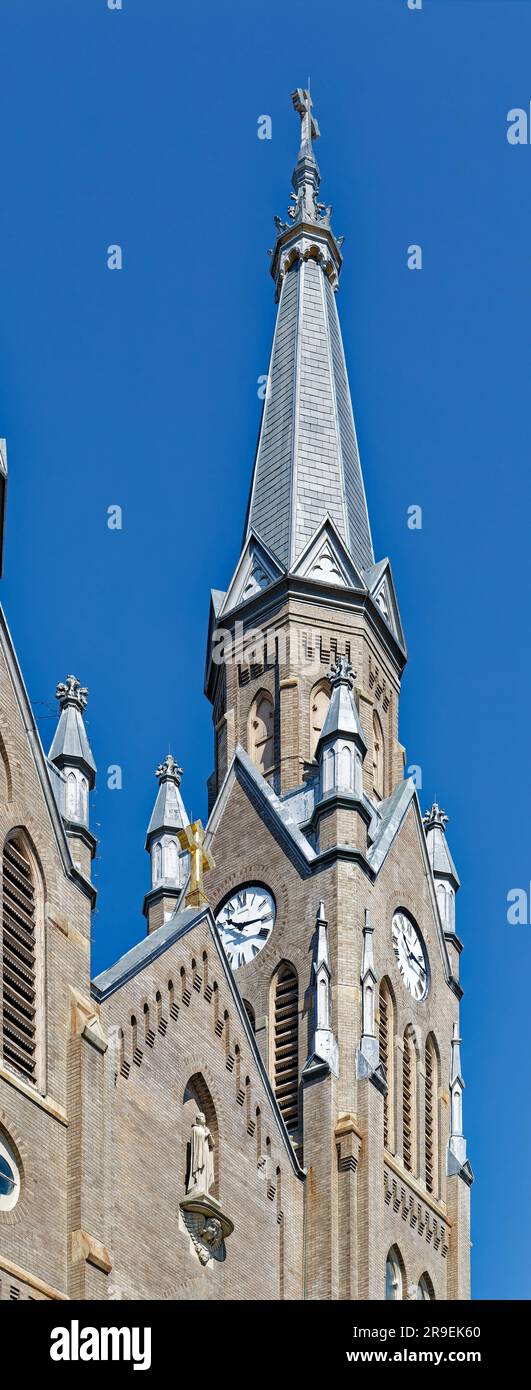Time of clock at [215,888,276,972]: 10:15
